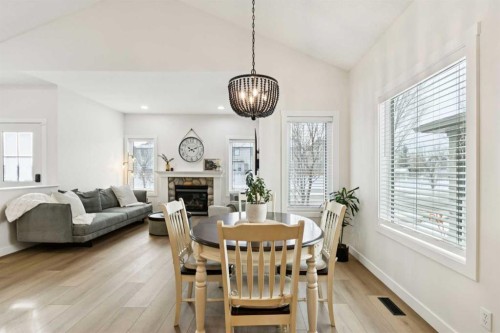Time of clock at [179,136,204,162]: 10:11
